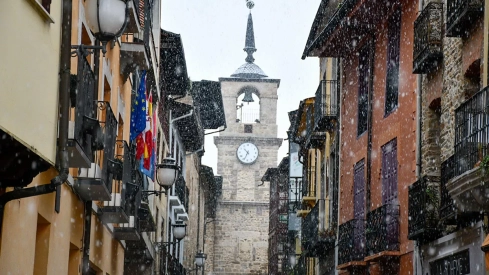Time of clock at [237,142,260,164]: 10:34
